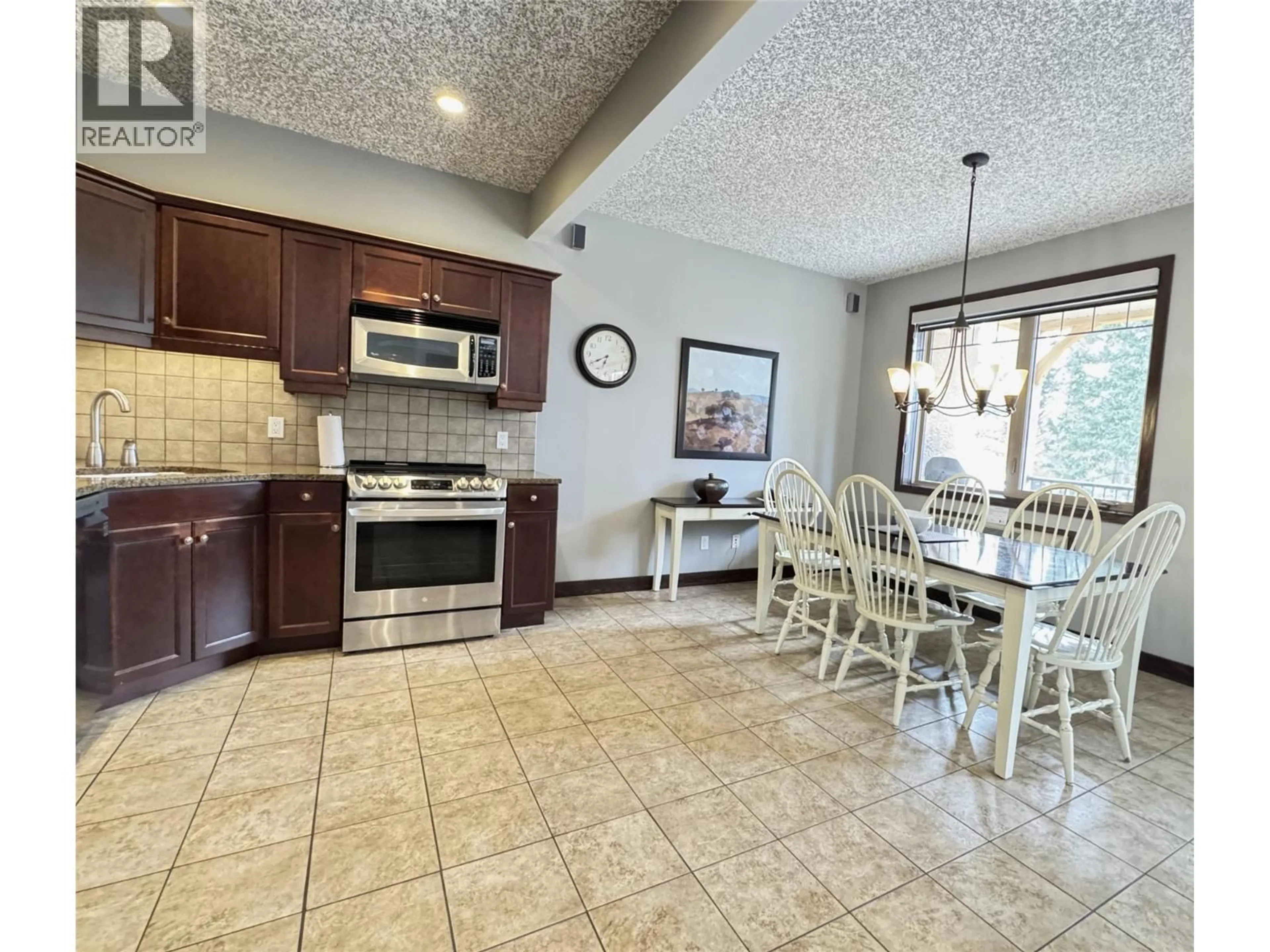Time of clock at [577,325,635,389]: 6:40
